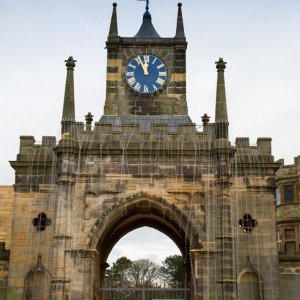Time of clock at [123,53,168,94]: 11:56
